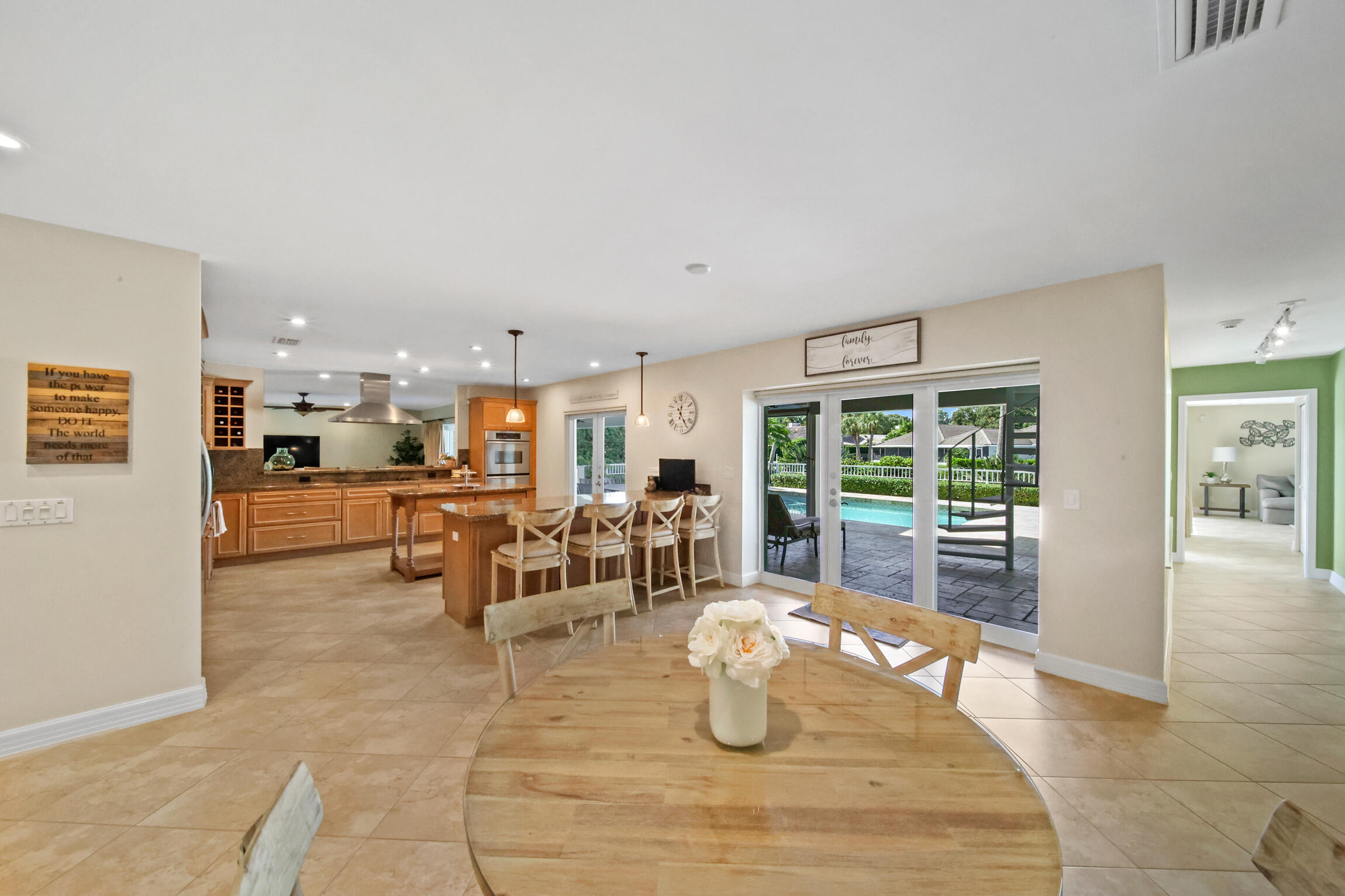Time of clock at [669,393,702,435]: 12:24
